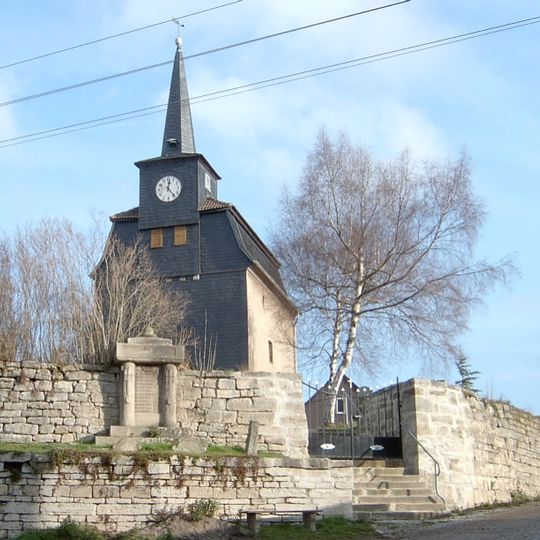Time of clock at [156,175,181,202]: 12:23
